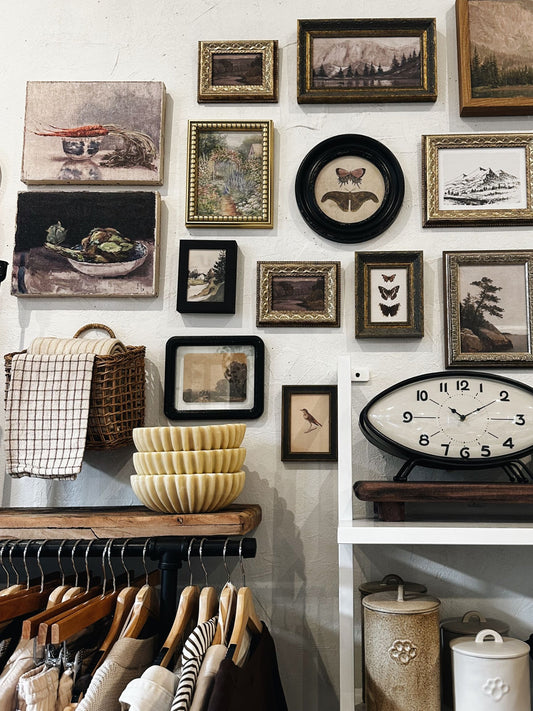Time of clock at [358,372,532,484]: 11:09
